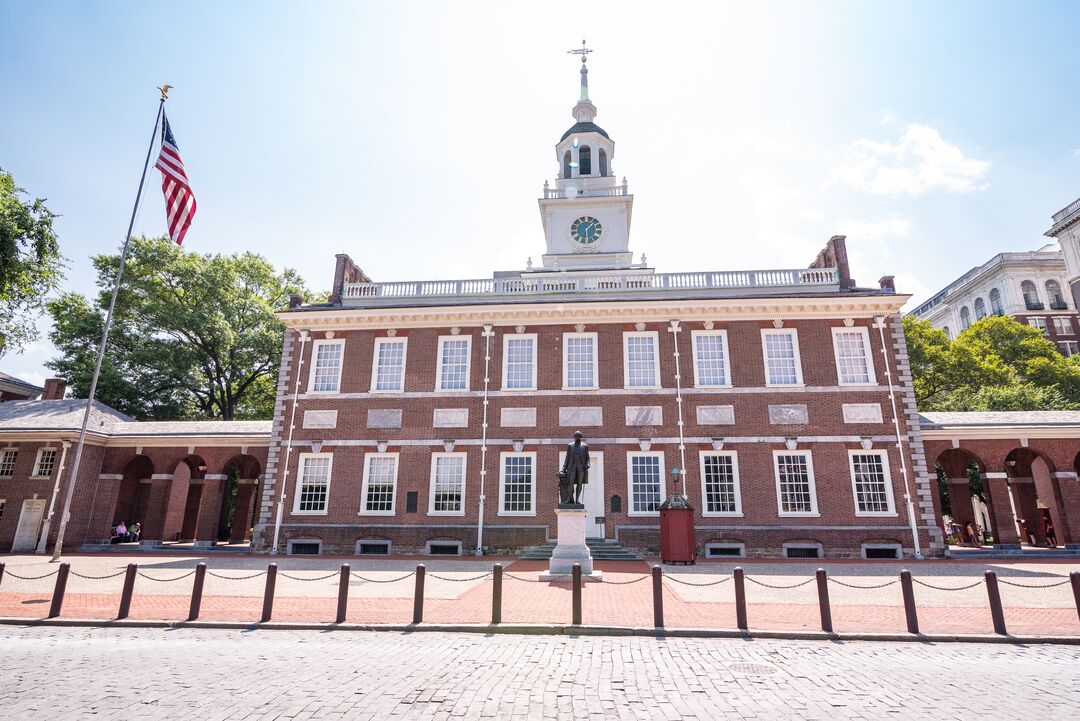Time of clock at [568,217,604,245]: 1:29
